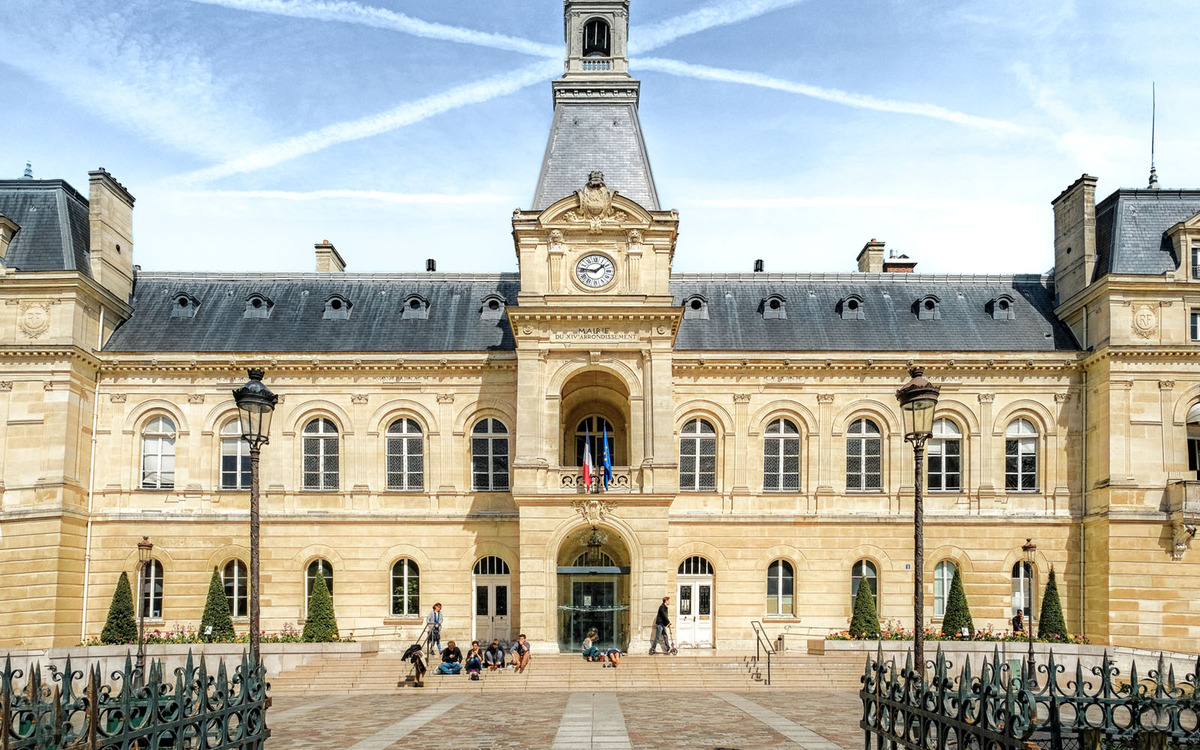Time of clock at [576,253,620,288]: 1:46
